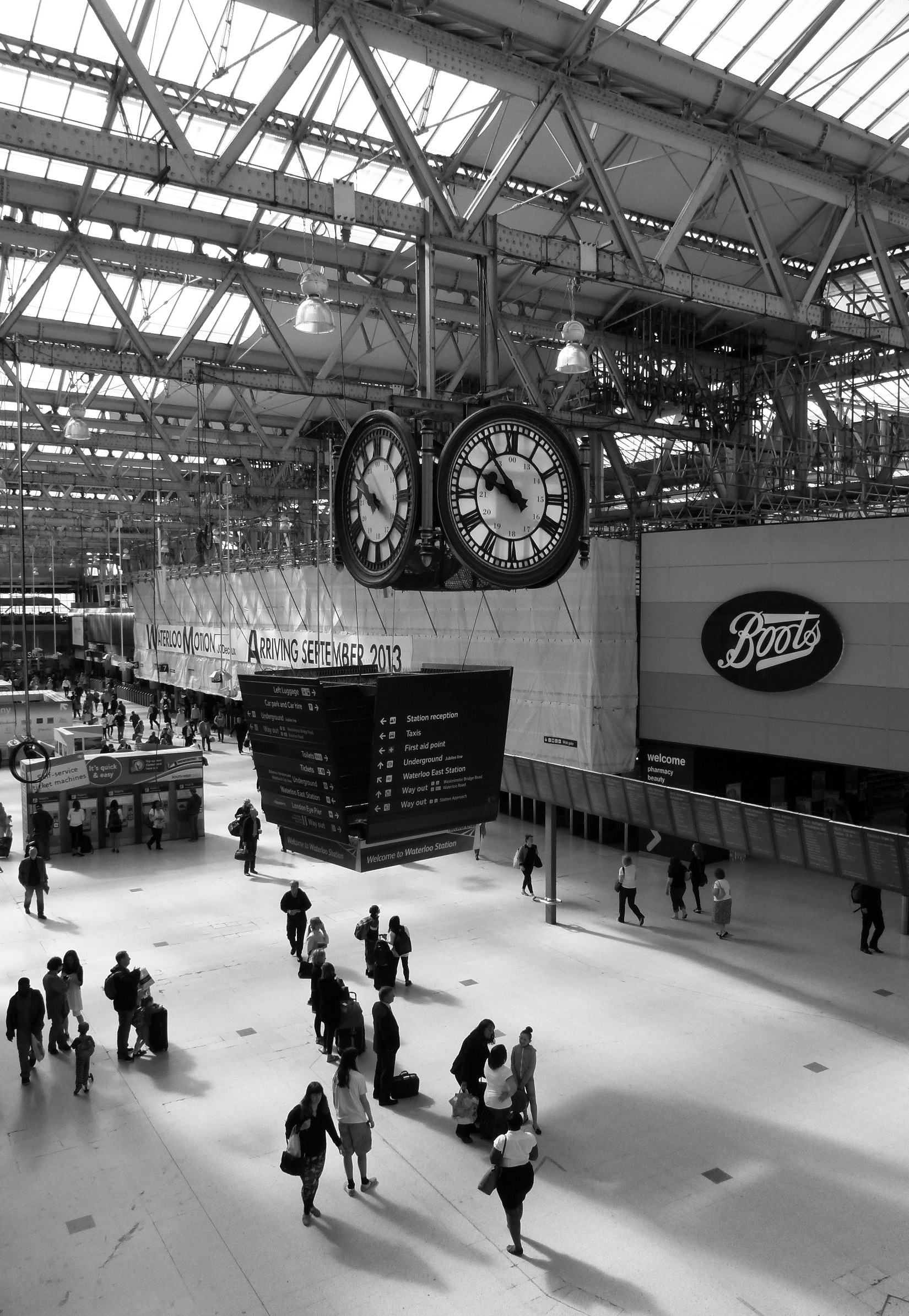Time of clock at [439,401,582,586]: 9:53
